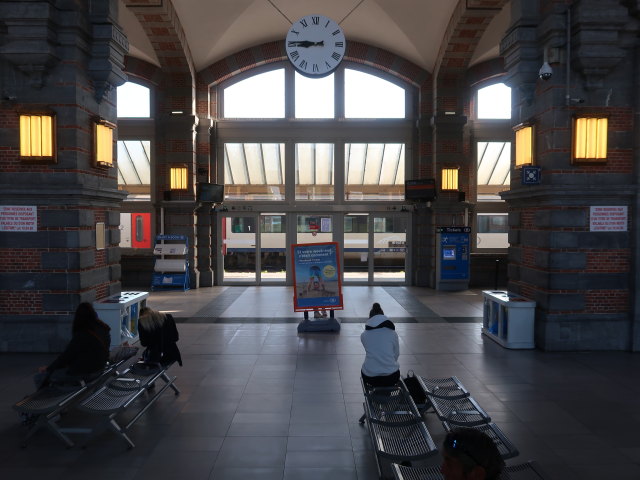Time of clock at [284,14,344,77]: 8:45
